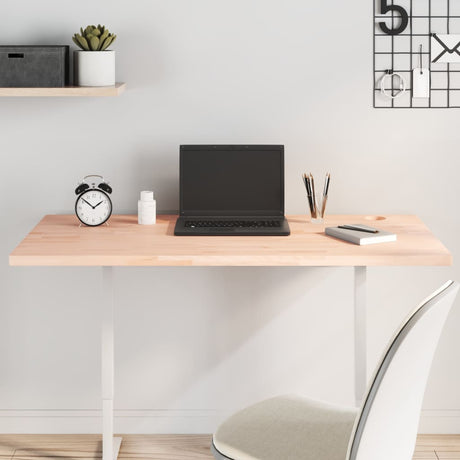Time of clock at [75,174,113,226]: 1:51
